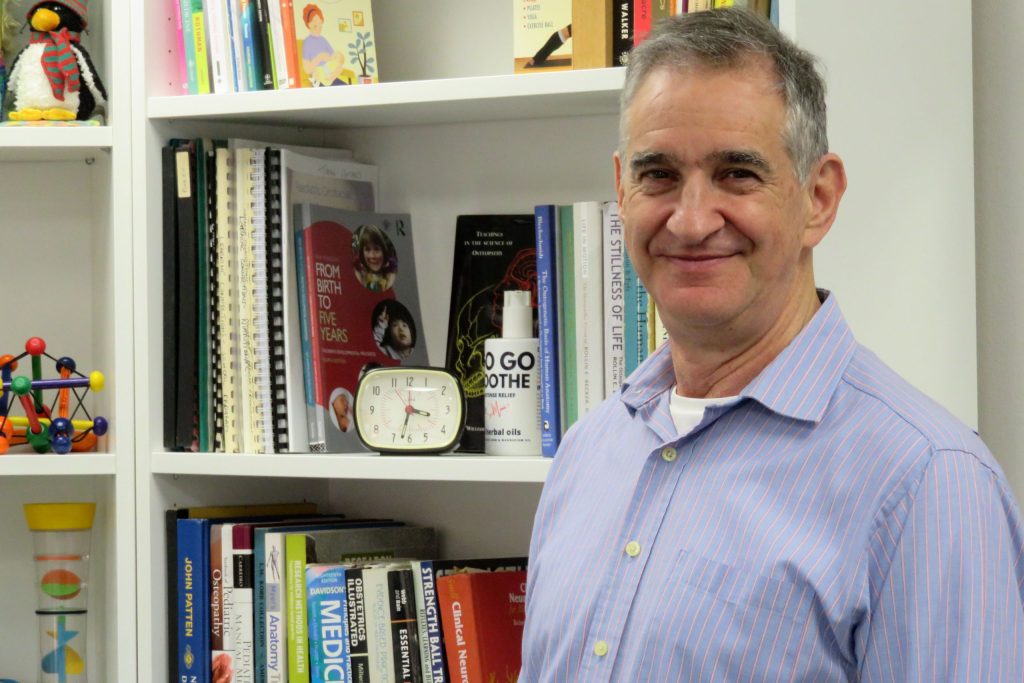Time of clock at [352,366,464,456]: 3:32
